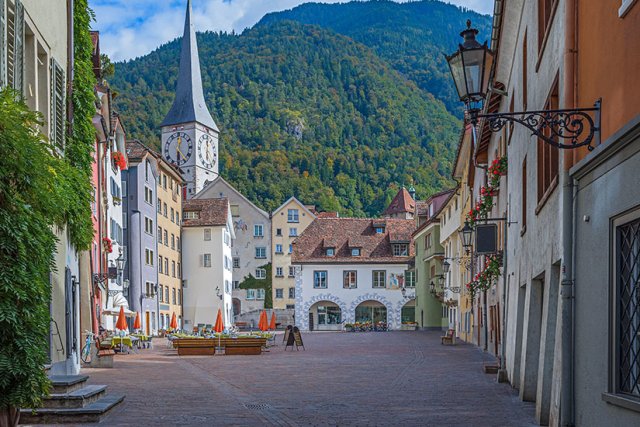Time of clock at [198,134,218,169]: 5:59
